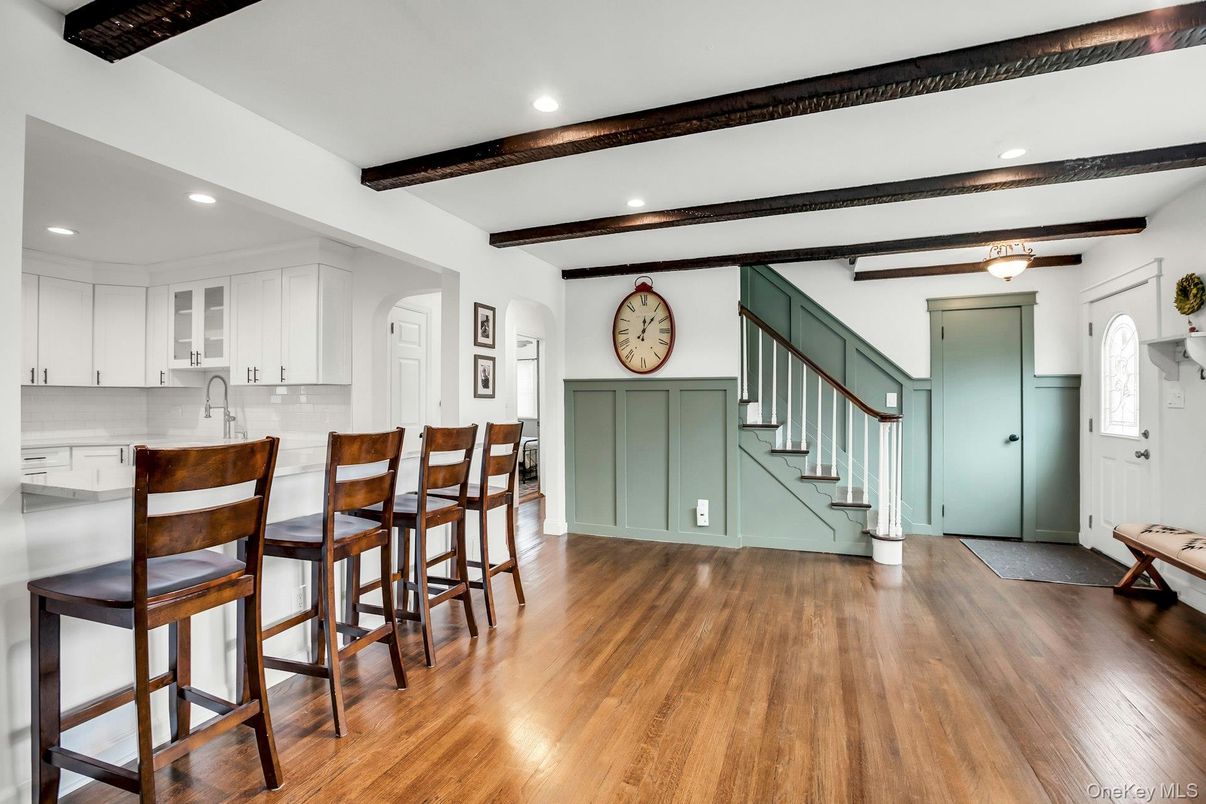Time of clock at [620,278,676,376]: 12:06
